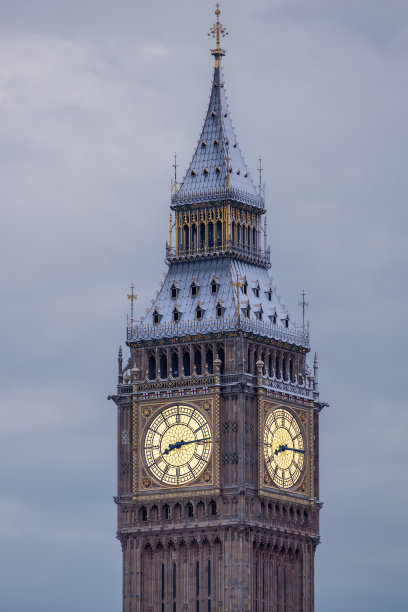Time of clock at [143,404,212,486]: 8:13
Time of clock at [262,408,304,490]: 8:14
